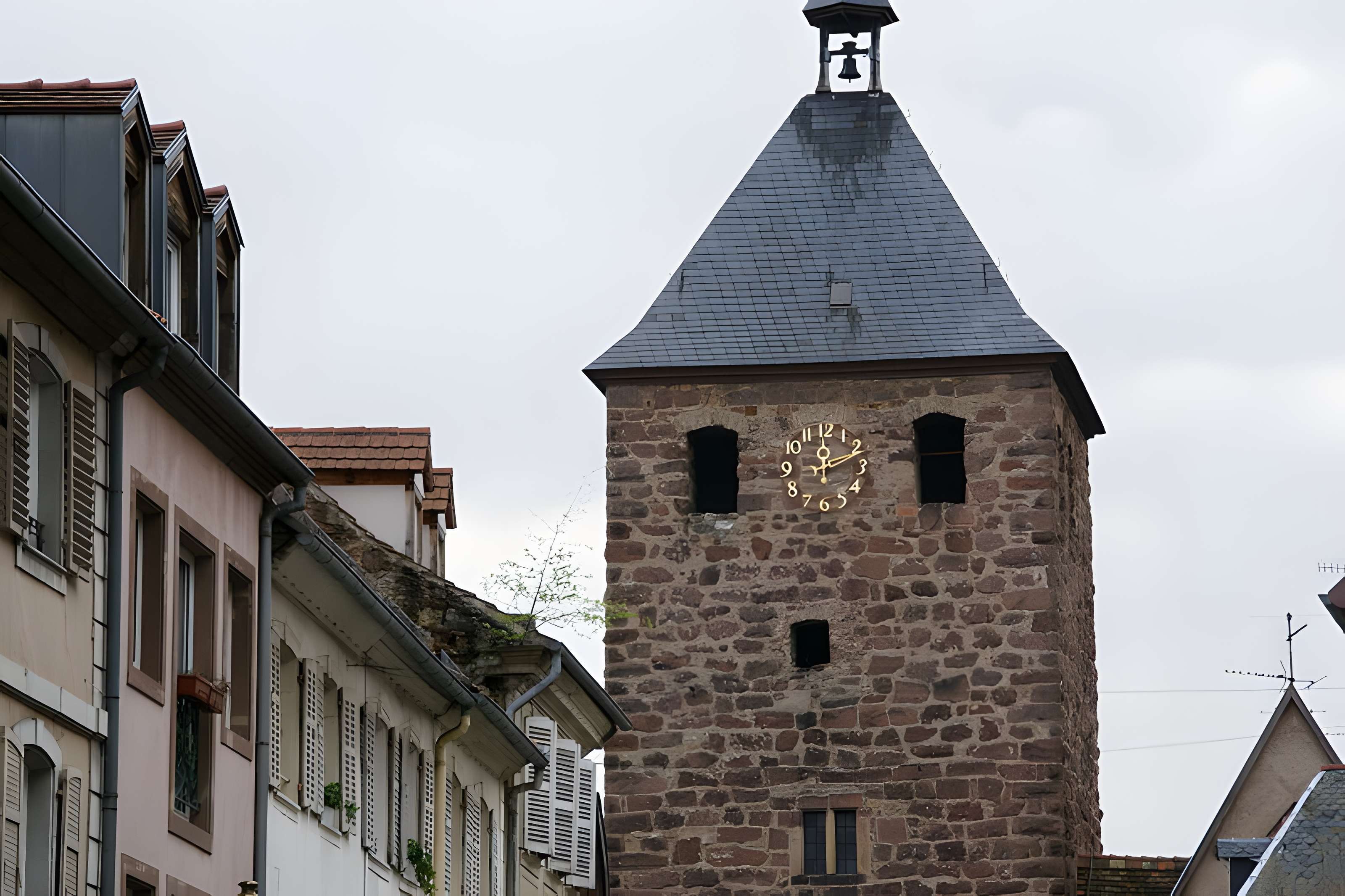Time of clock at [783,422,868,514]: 12:11
